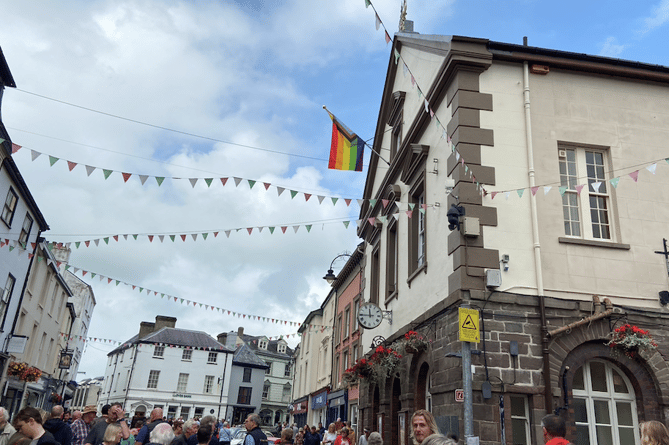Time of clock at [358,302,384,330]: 11:44
